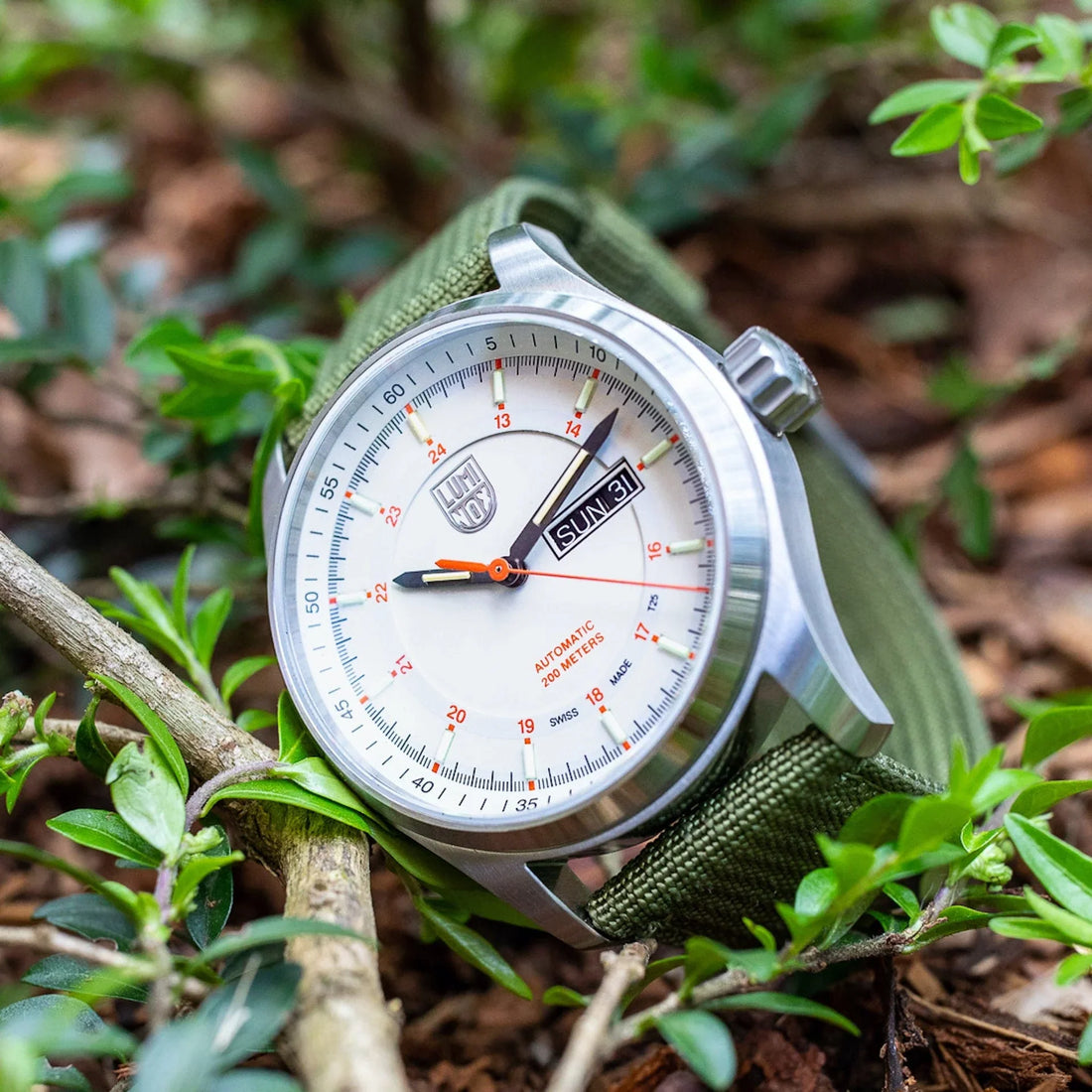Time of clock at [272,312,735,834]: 2:07
